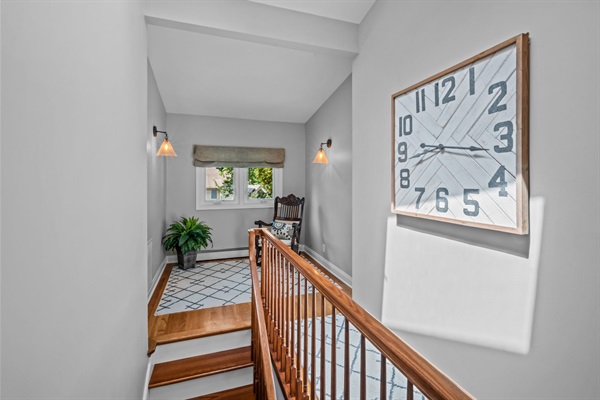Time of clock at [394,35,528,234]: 9:16
